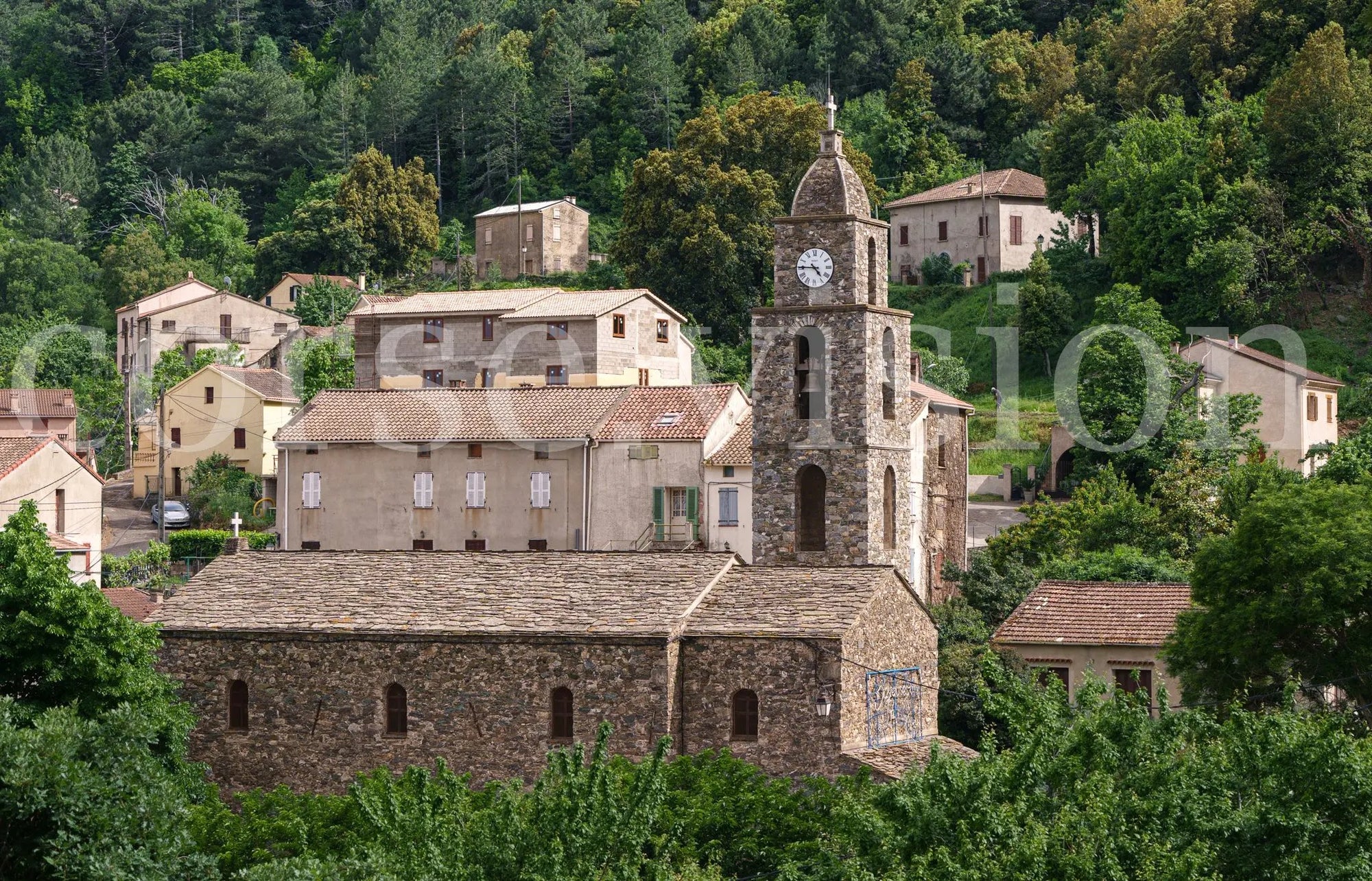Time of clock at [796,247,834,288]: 4:45
